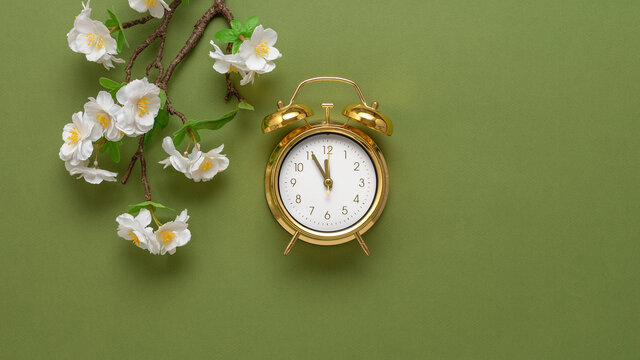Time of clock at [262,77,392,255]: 11:55
